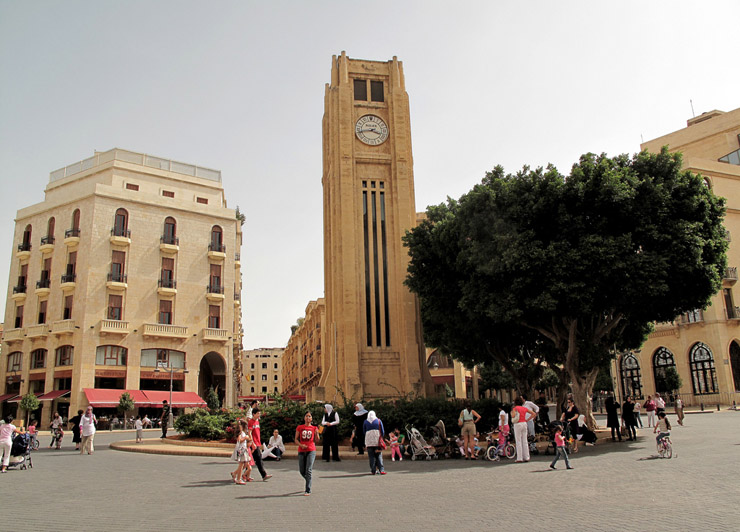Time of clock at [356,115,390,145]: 3:42
